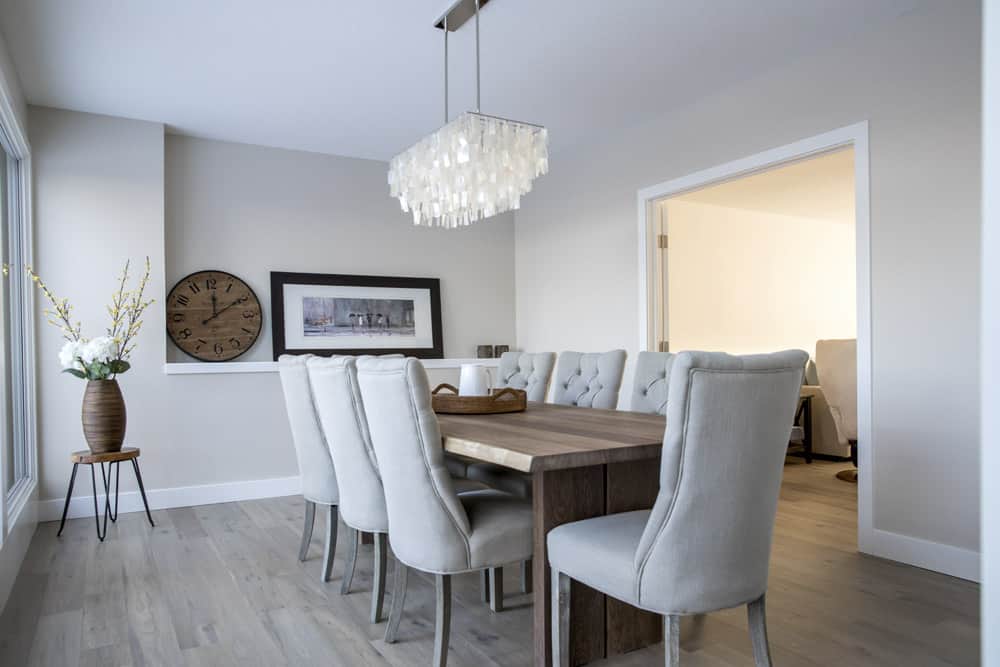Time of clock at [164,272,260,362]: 12:09
